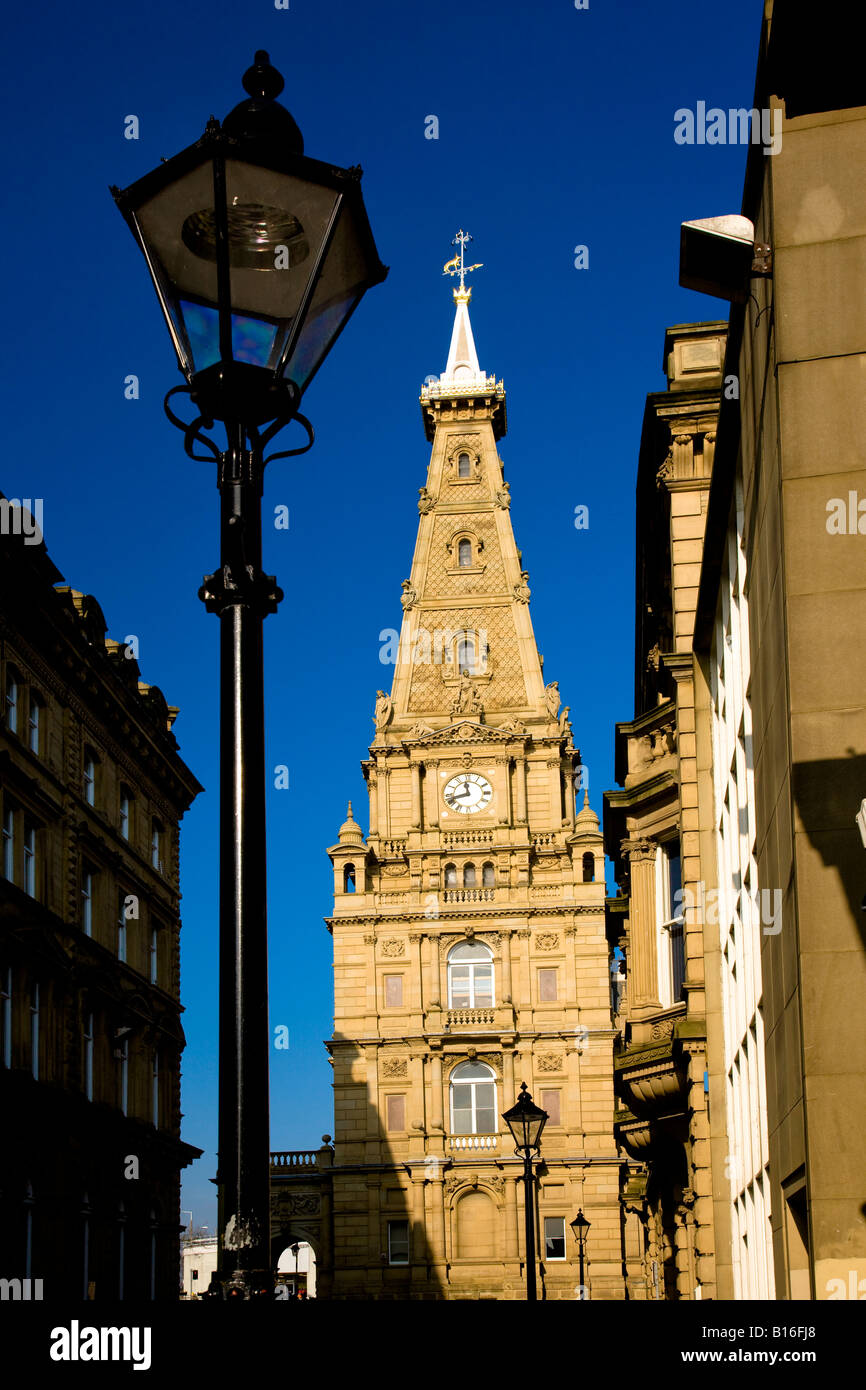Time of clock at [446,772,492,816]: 11:42
